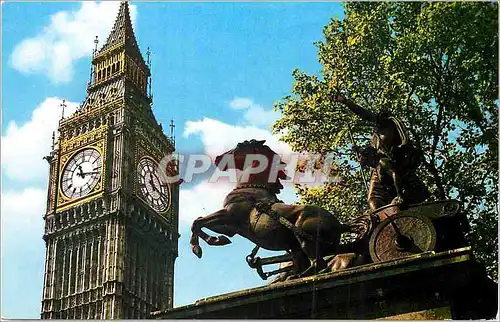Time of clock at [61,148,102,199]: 11:17
